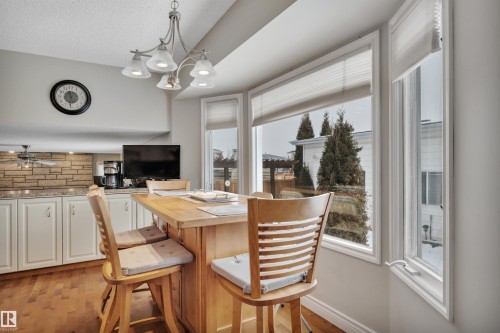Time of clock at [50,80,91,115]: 11:31
